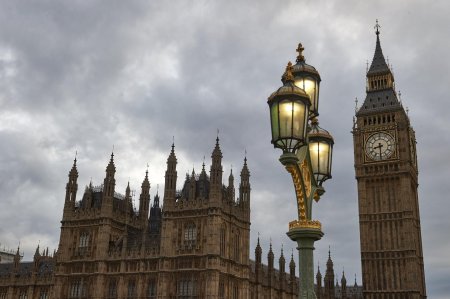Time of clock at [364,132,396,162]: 8:30
